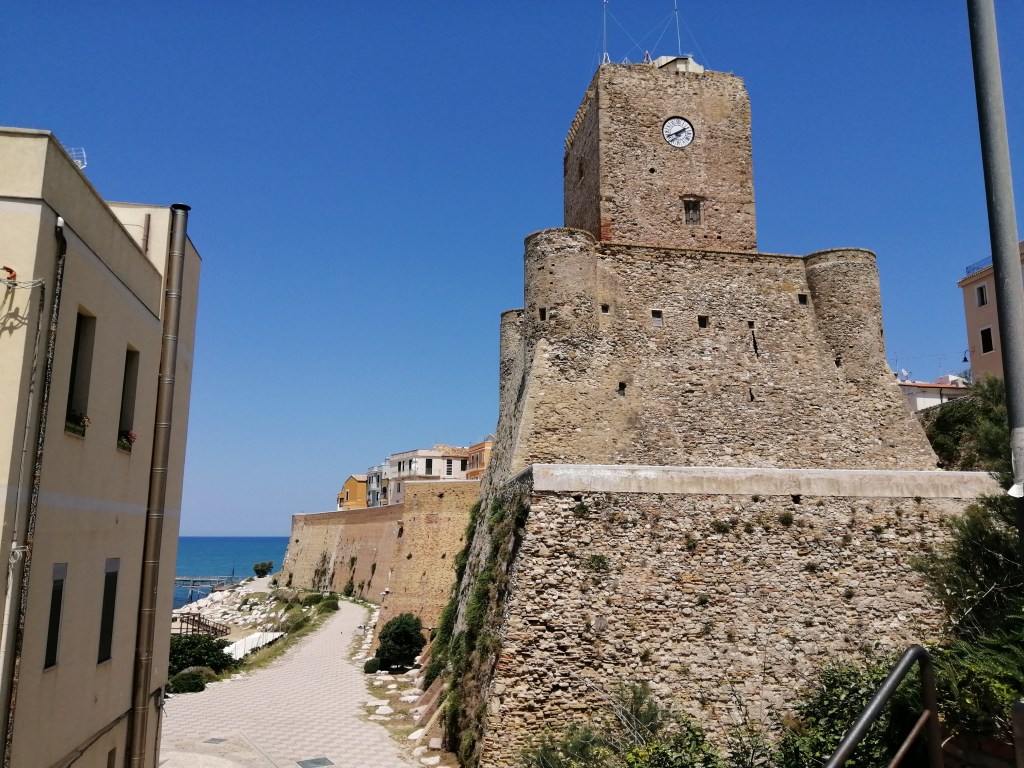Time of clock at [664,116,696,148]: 1:40
